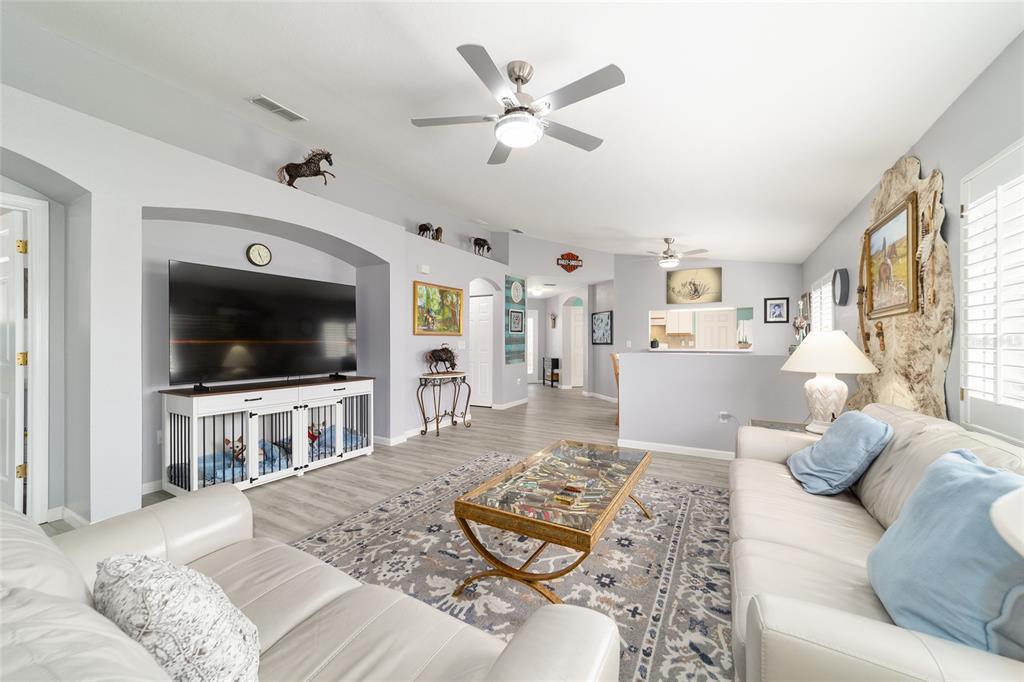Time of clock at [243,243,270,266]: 11:26
